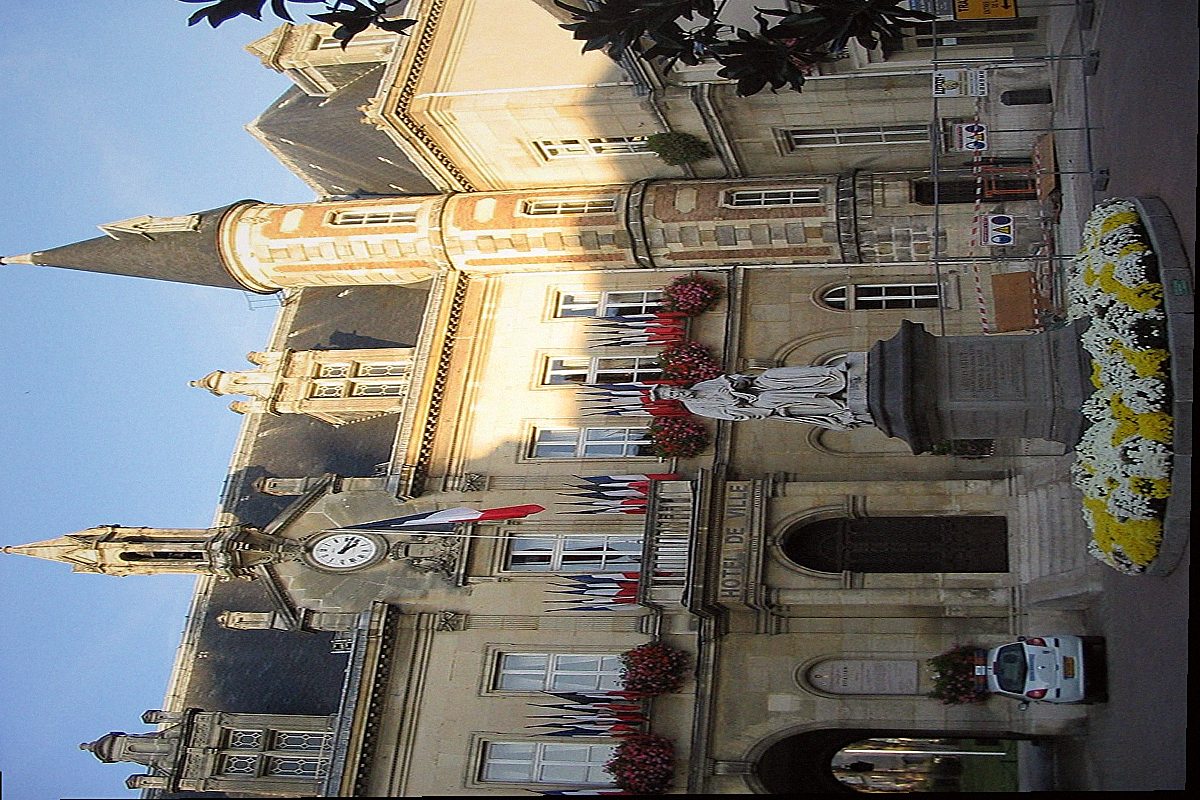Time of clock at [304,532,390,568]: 1:02
